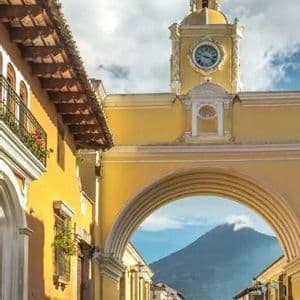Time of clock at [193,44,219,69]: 3:48
